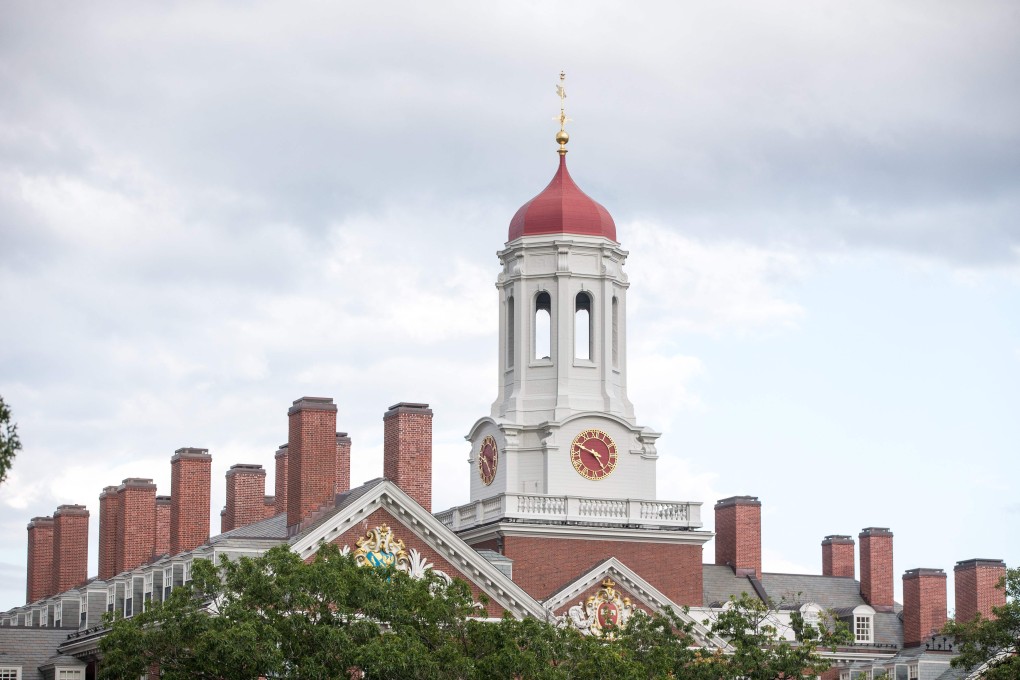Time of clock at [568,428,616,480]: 4:48
